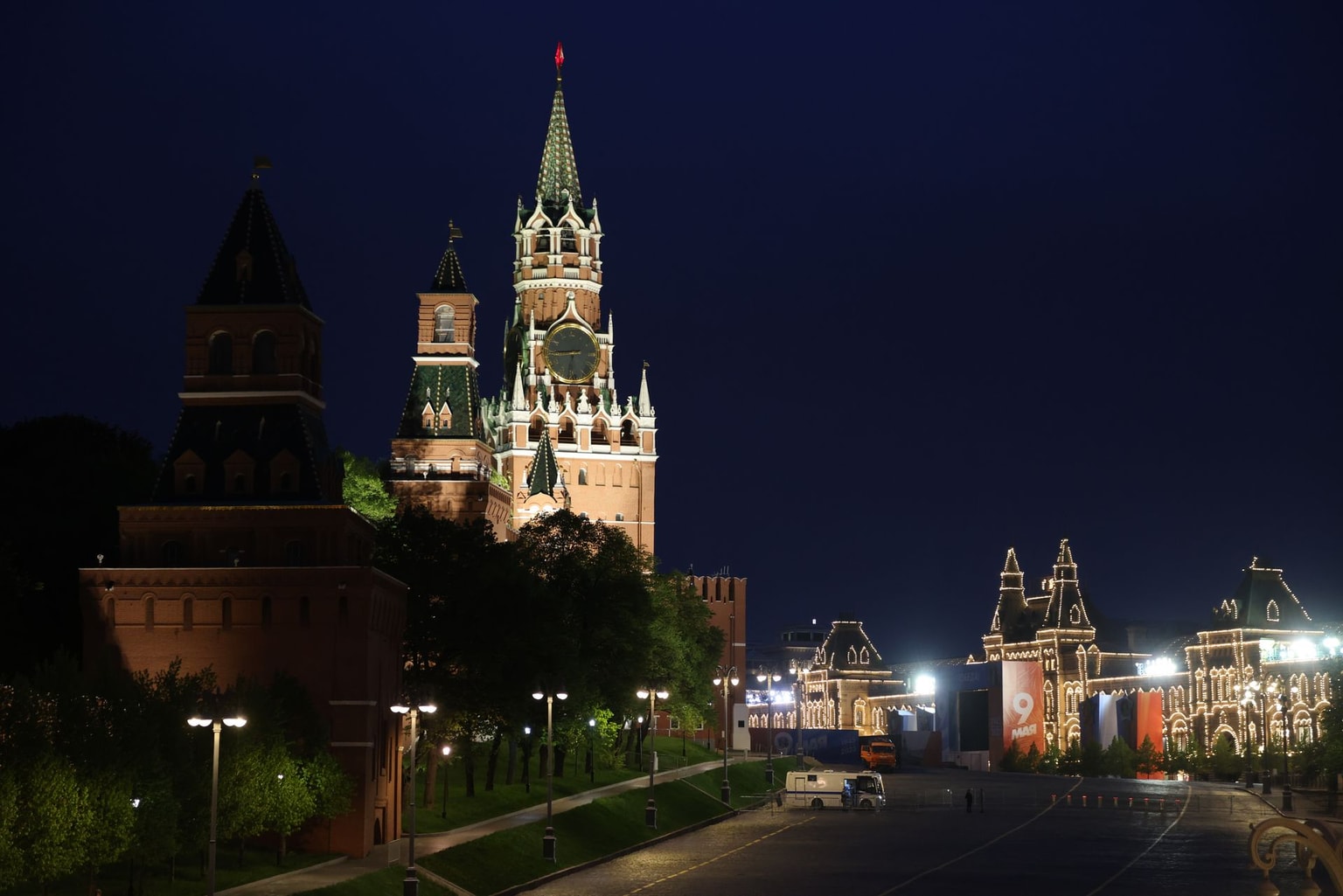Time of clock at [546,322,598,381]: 6:44
